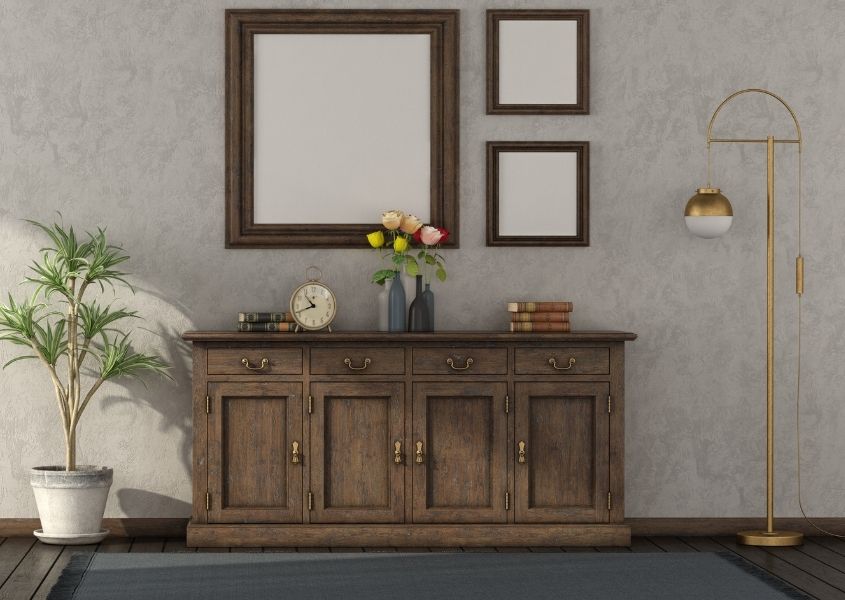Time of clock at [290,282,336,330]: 10:41
